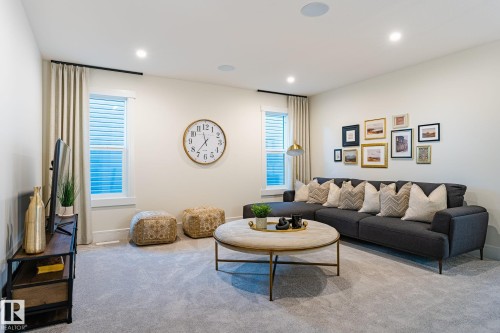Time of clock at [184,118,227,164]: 11:36
